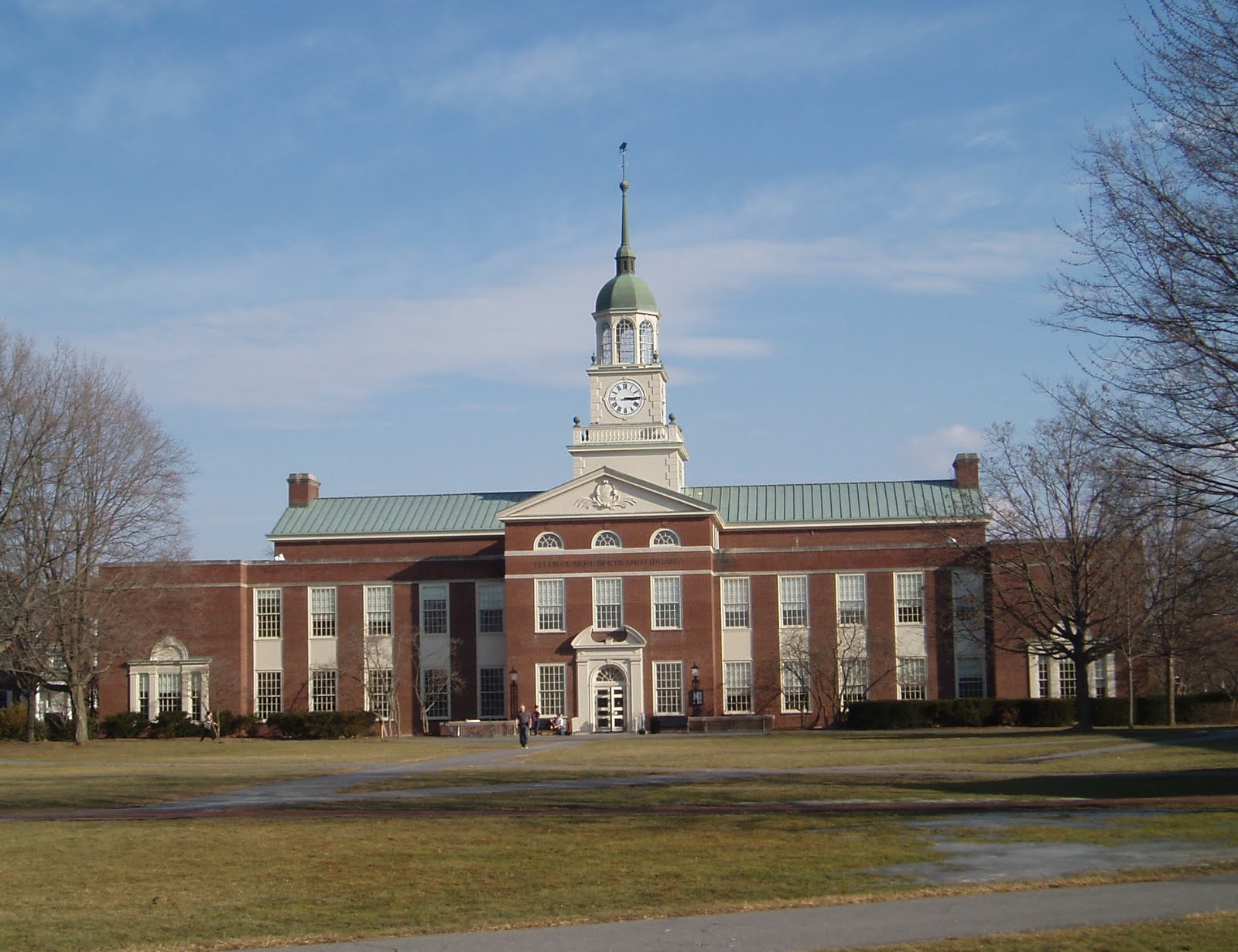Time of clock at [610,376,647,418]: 3:14
